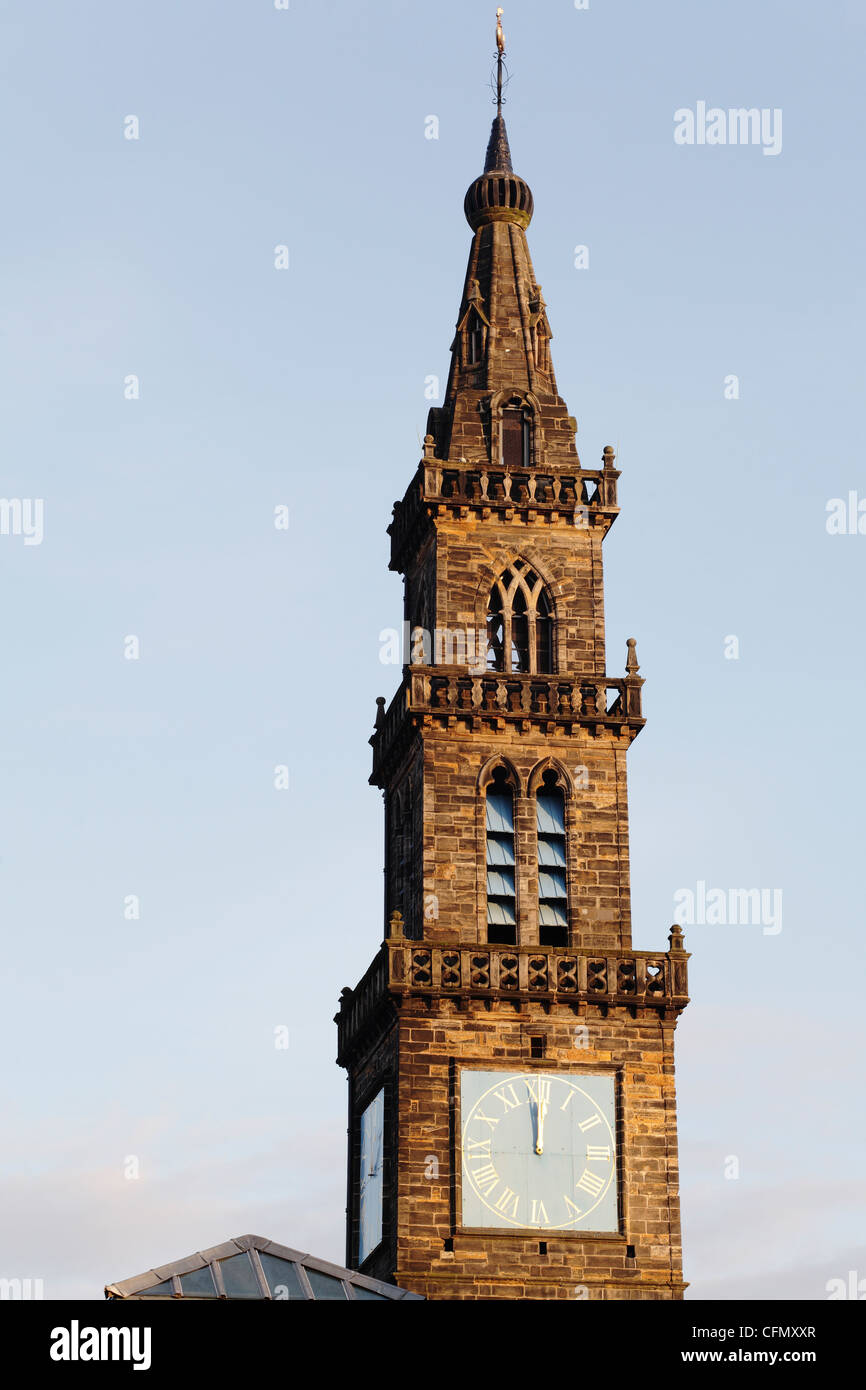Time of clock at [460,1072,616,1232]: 12:01
